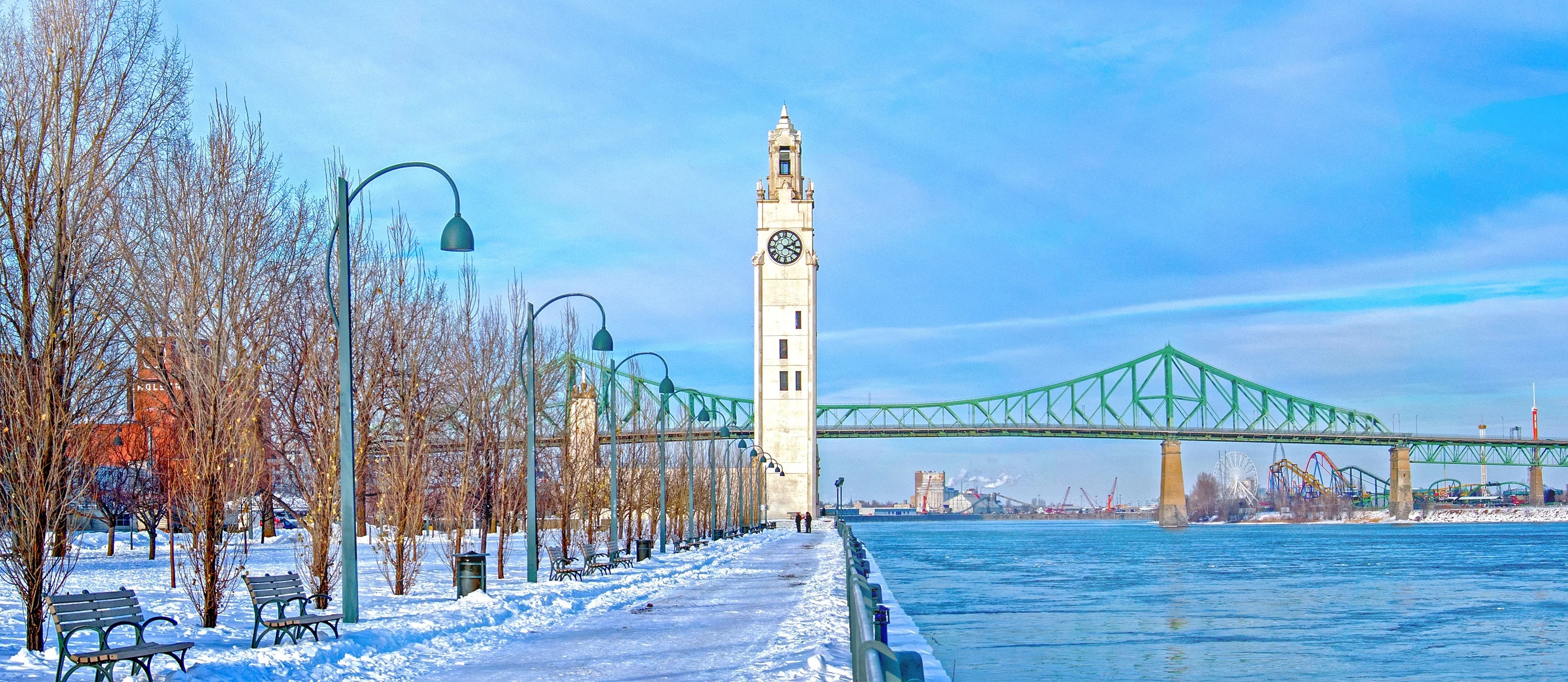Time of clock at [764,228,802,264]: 2:18
